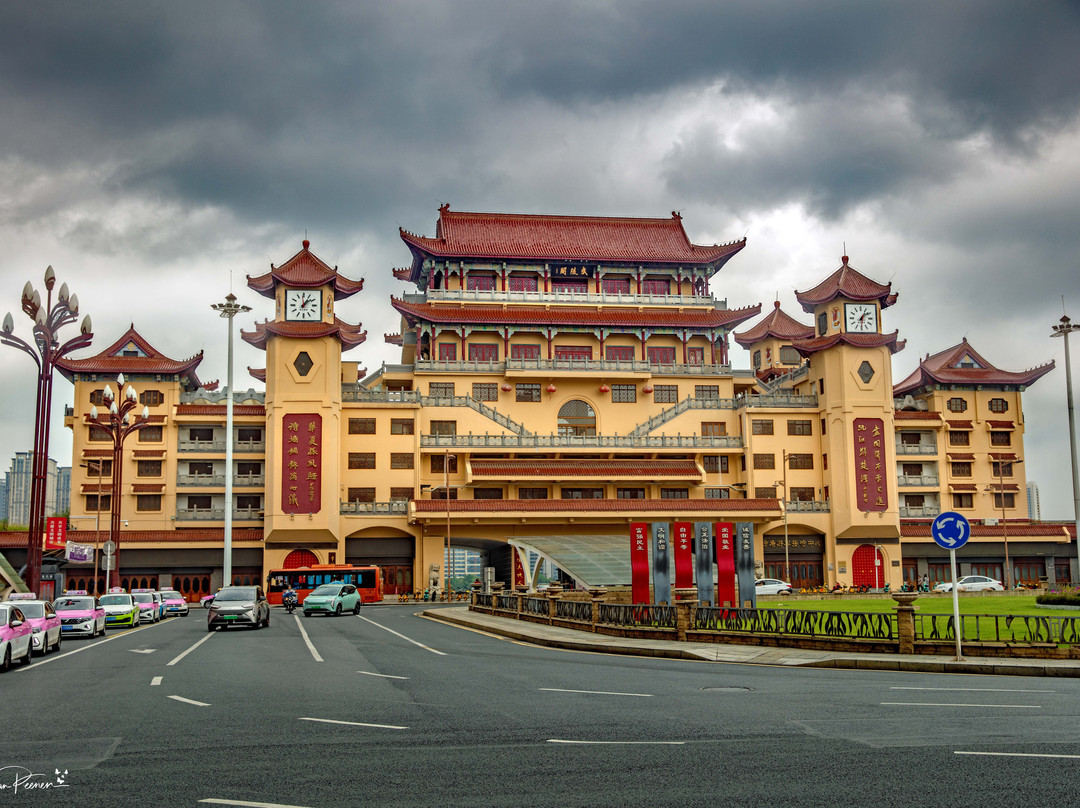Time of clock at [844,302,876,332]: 1:08
